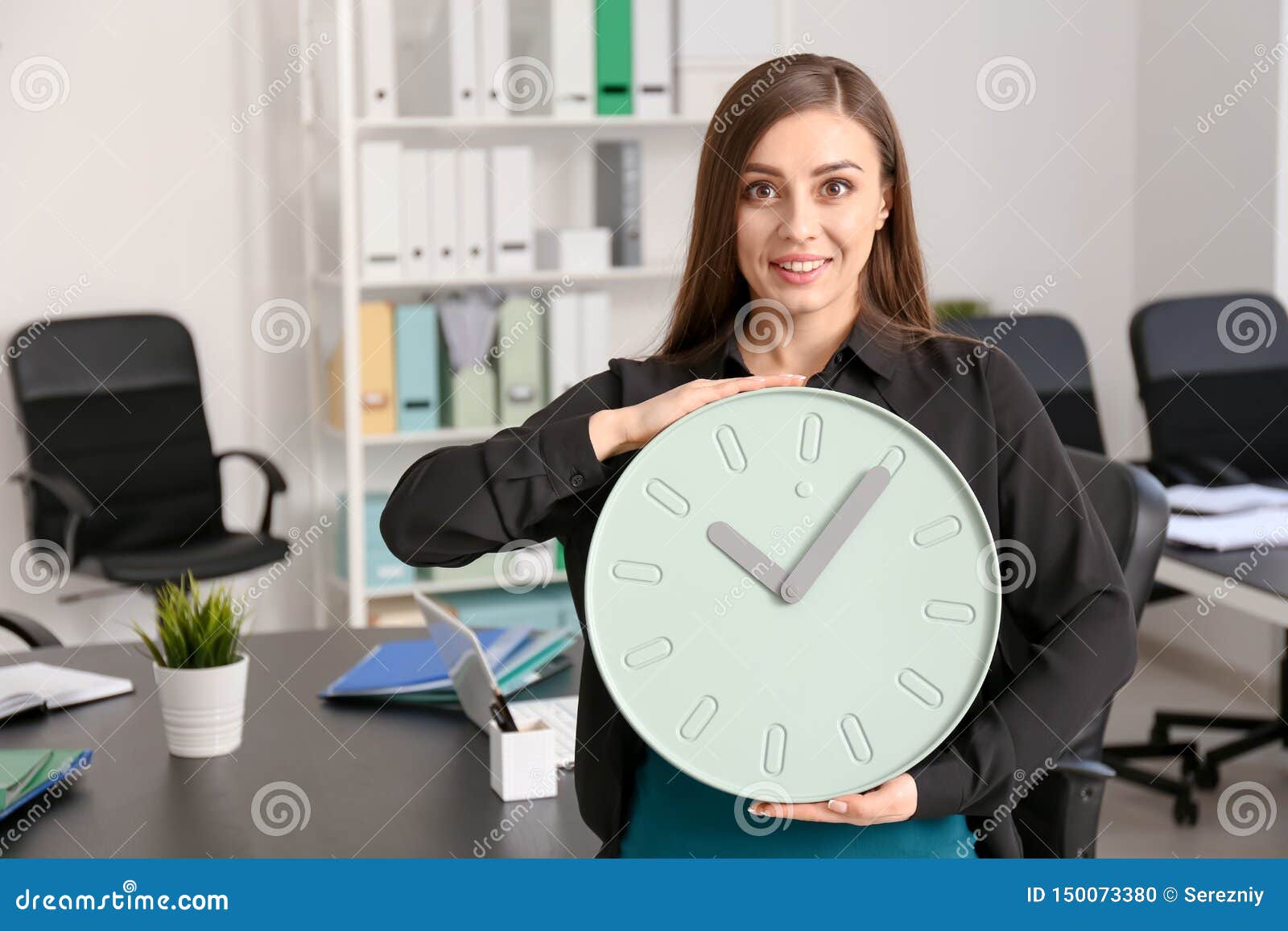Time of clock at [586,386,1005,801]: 10:04
